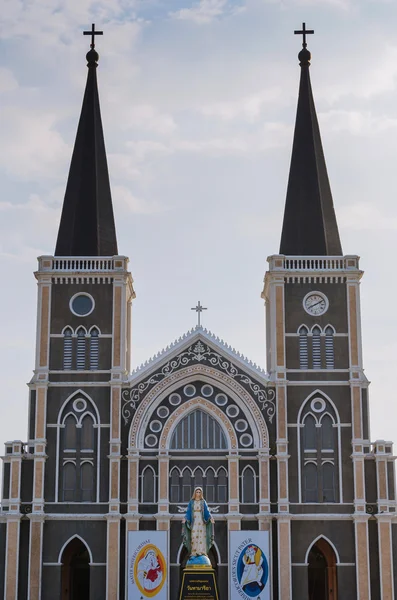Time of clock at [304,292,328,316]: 8:10
